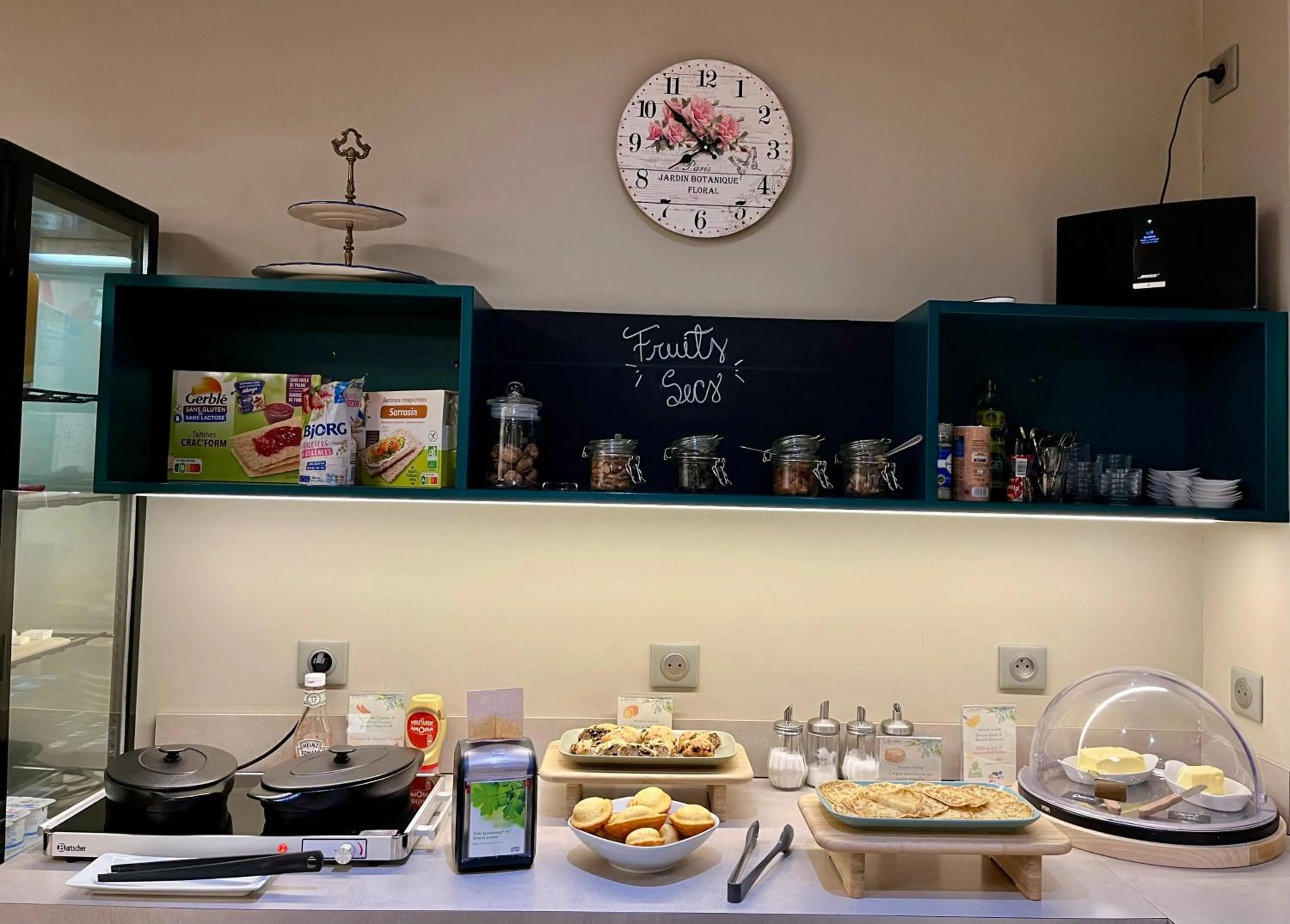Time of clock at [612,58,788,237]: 7:52
